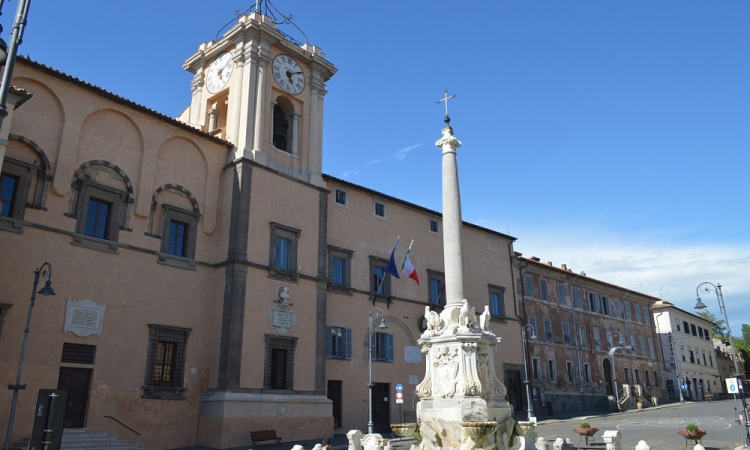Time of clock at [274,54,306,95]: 5:09
